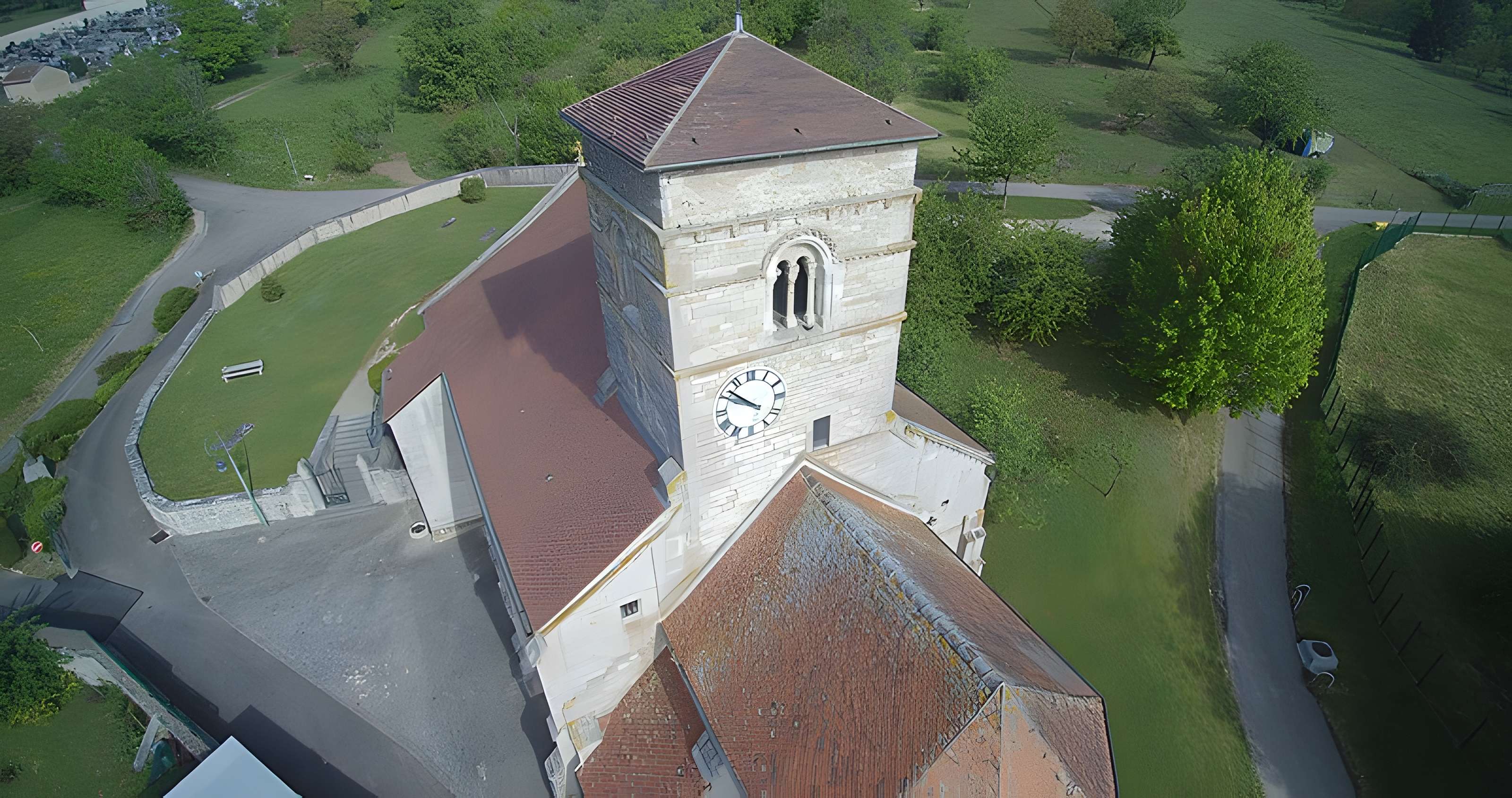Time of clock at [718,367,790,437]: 9:51
